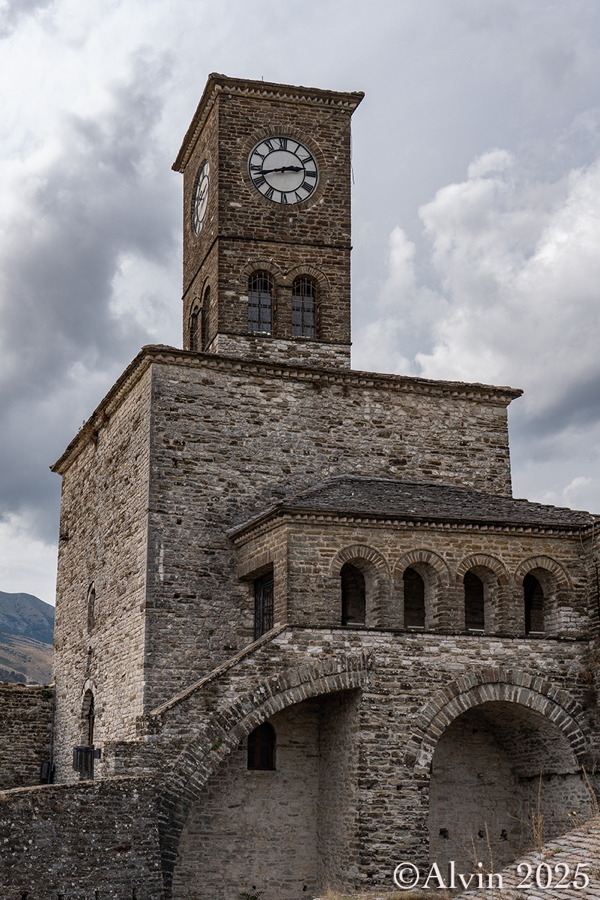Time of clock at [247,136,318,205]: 2:42
